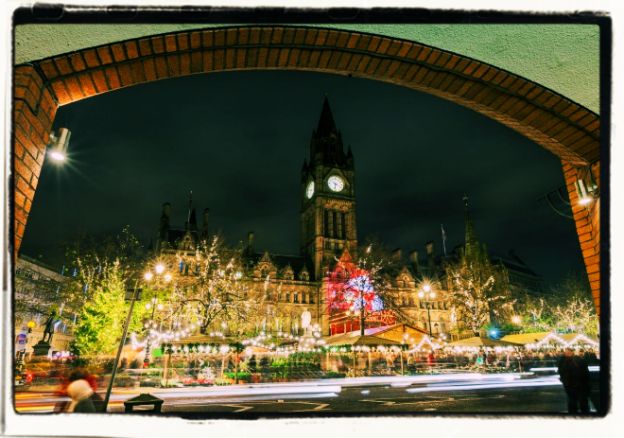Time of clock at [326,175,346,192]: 6:18
